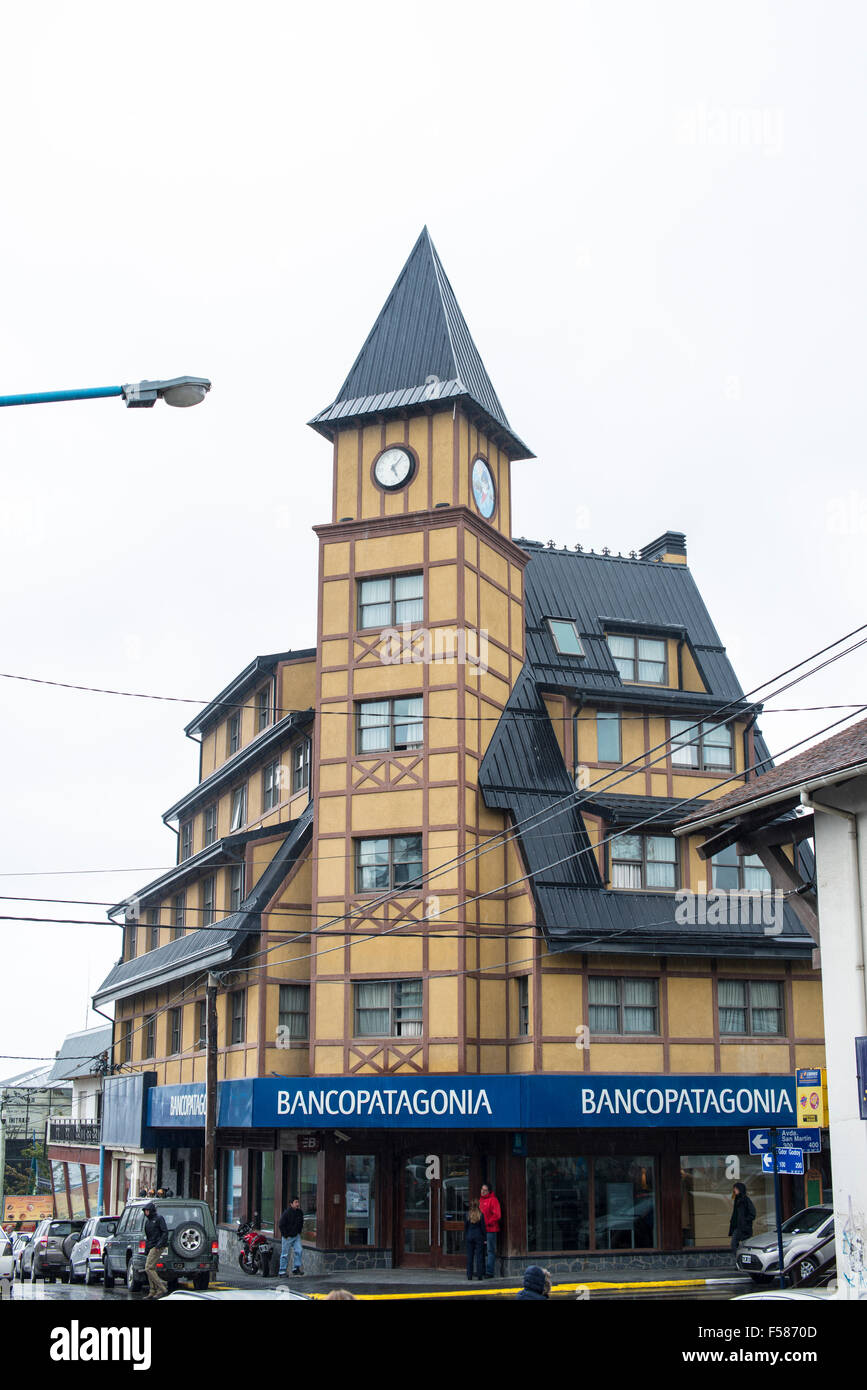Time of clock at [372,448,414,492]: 5:06
